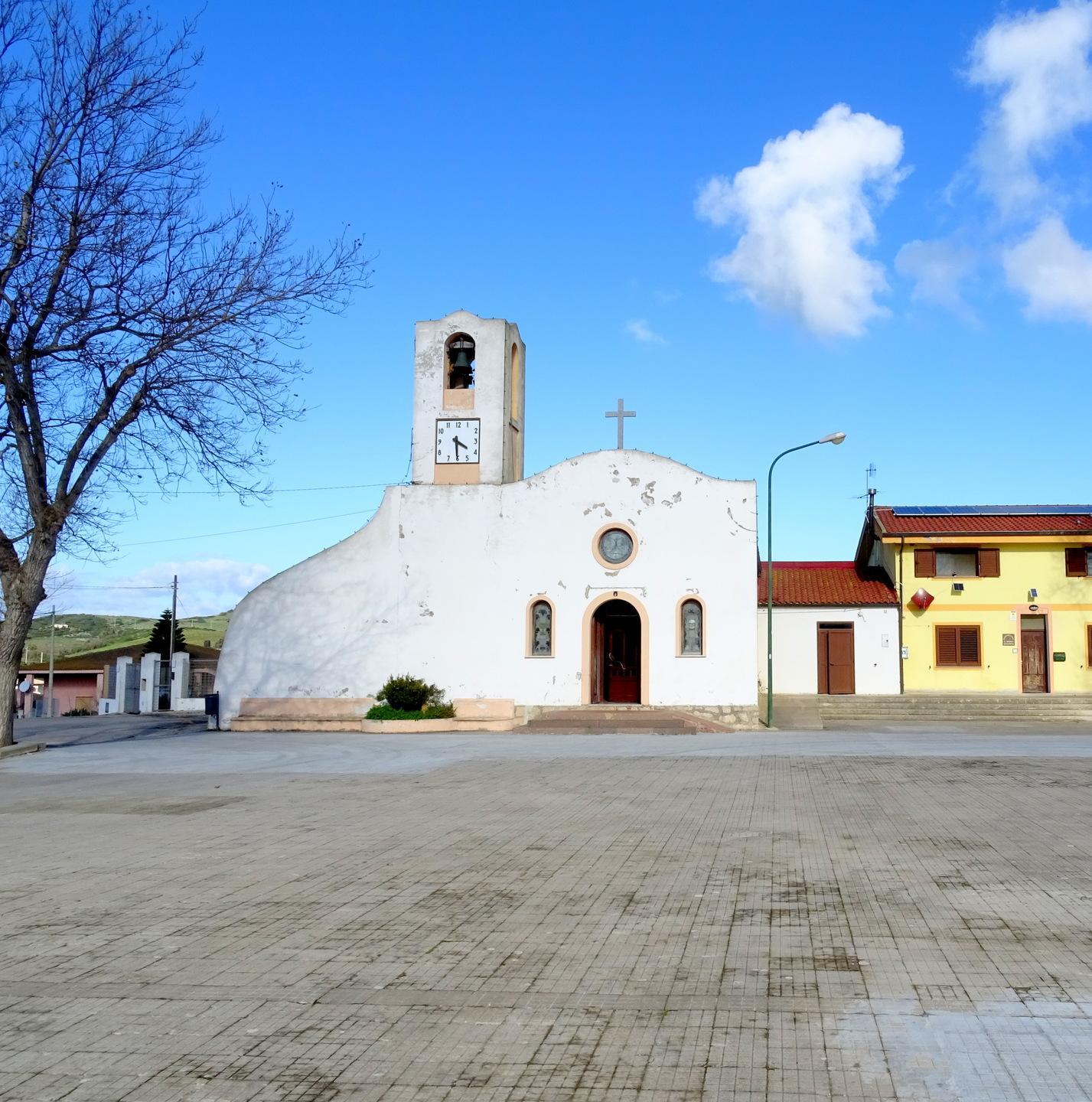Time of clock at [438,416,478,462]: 4:30
